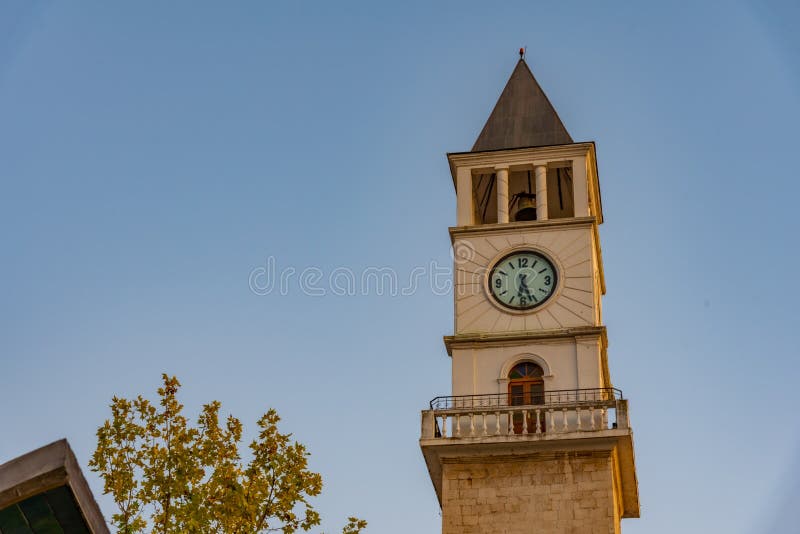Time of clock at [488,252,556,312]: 6:26
